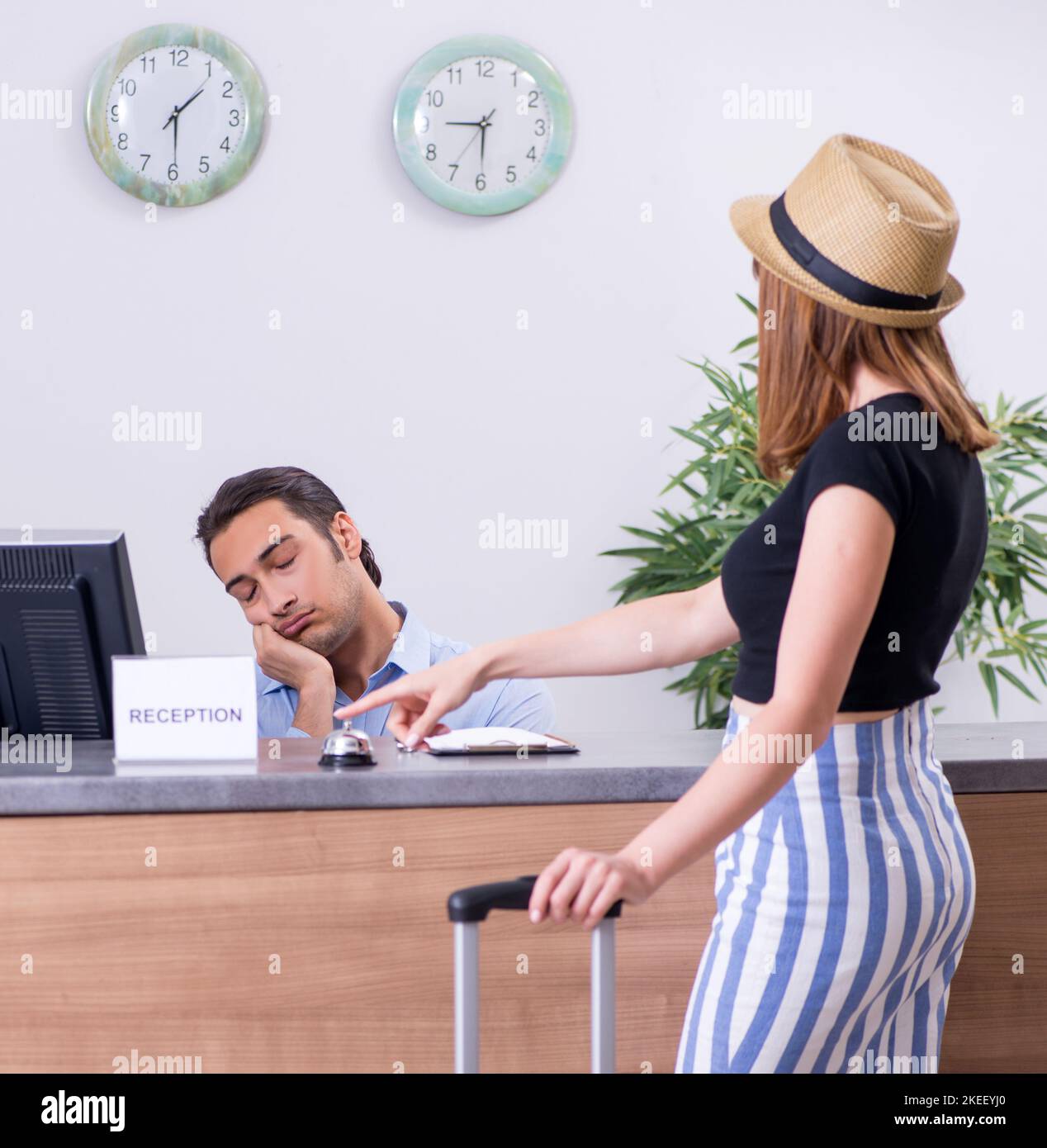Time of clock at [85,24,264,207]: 1:29
